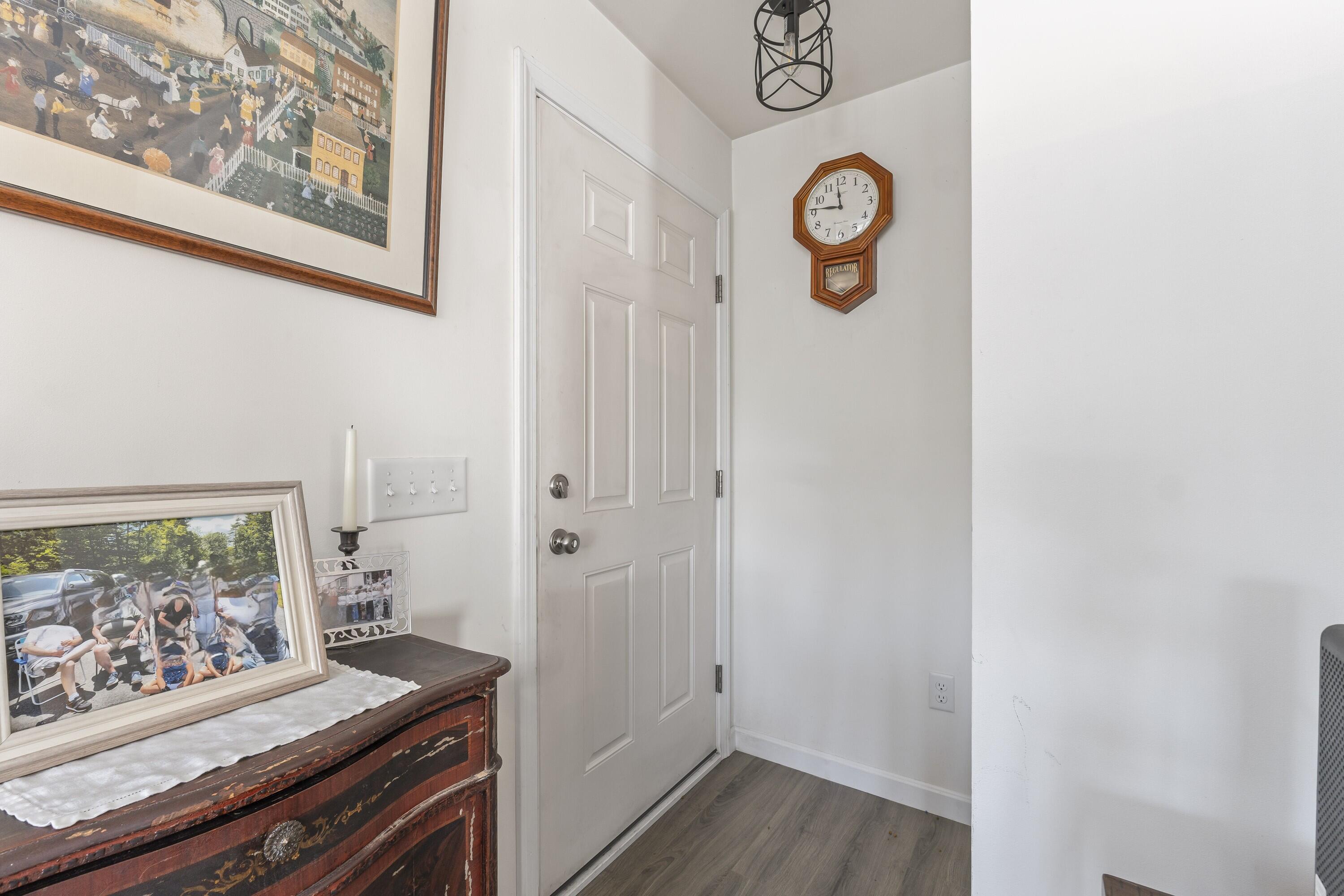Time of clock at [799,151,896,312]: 11:46
